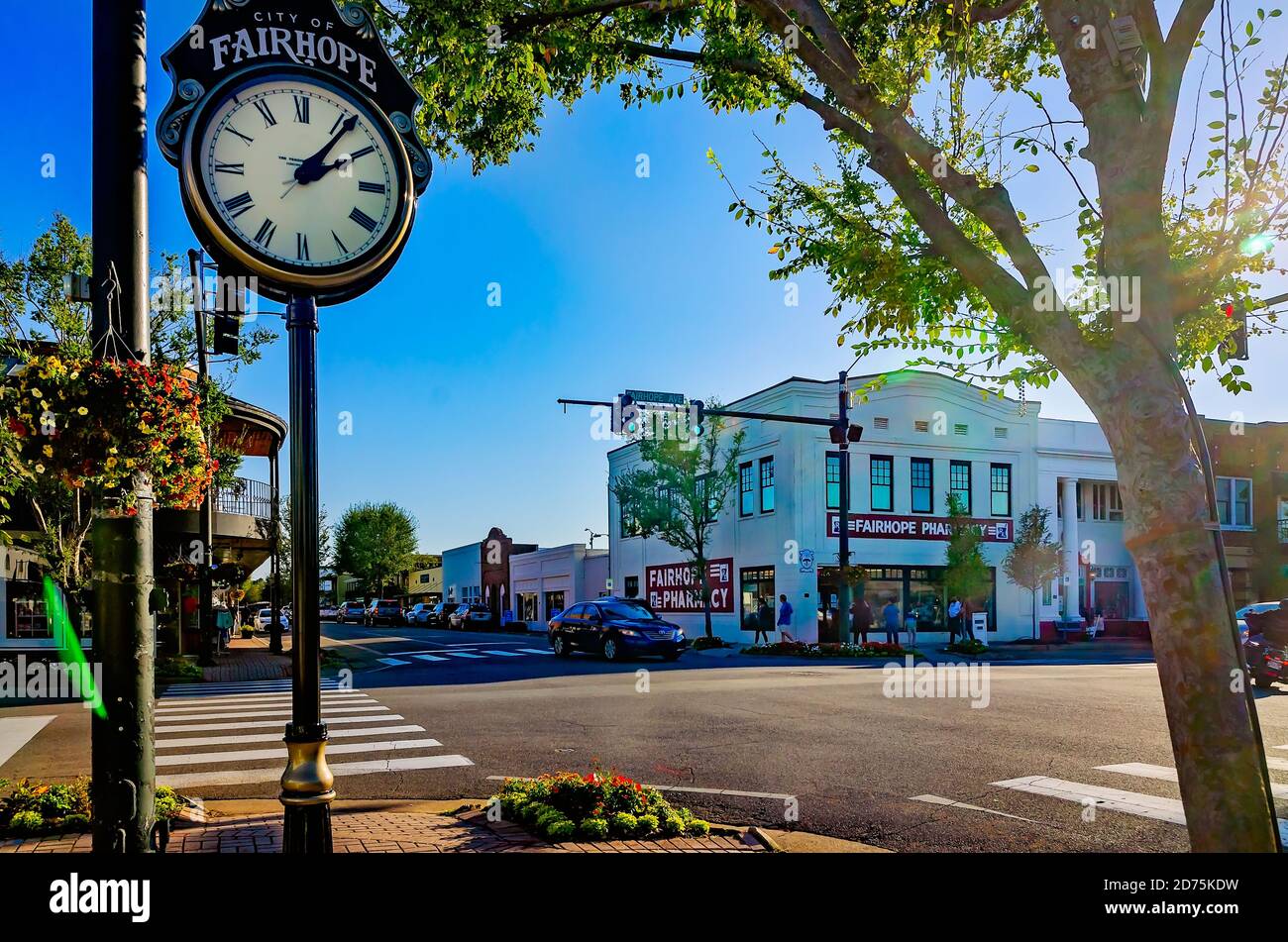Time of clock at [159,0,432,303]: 2:06
